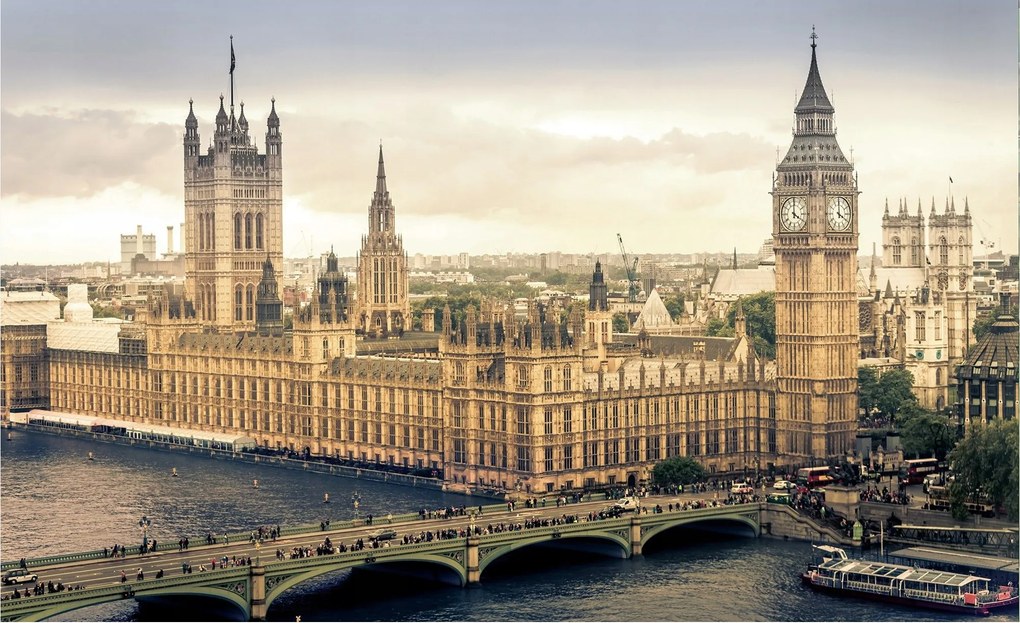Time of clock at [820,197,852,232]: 4:00
